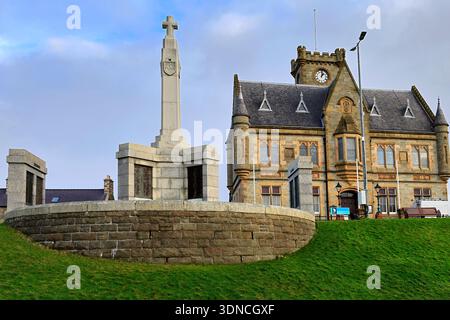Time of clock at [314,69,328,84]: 1:01
